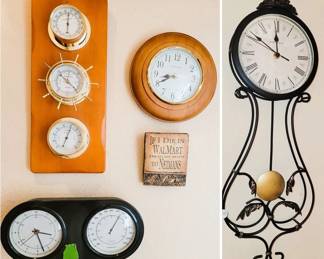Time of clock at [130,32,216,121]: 8:40
